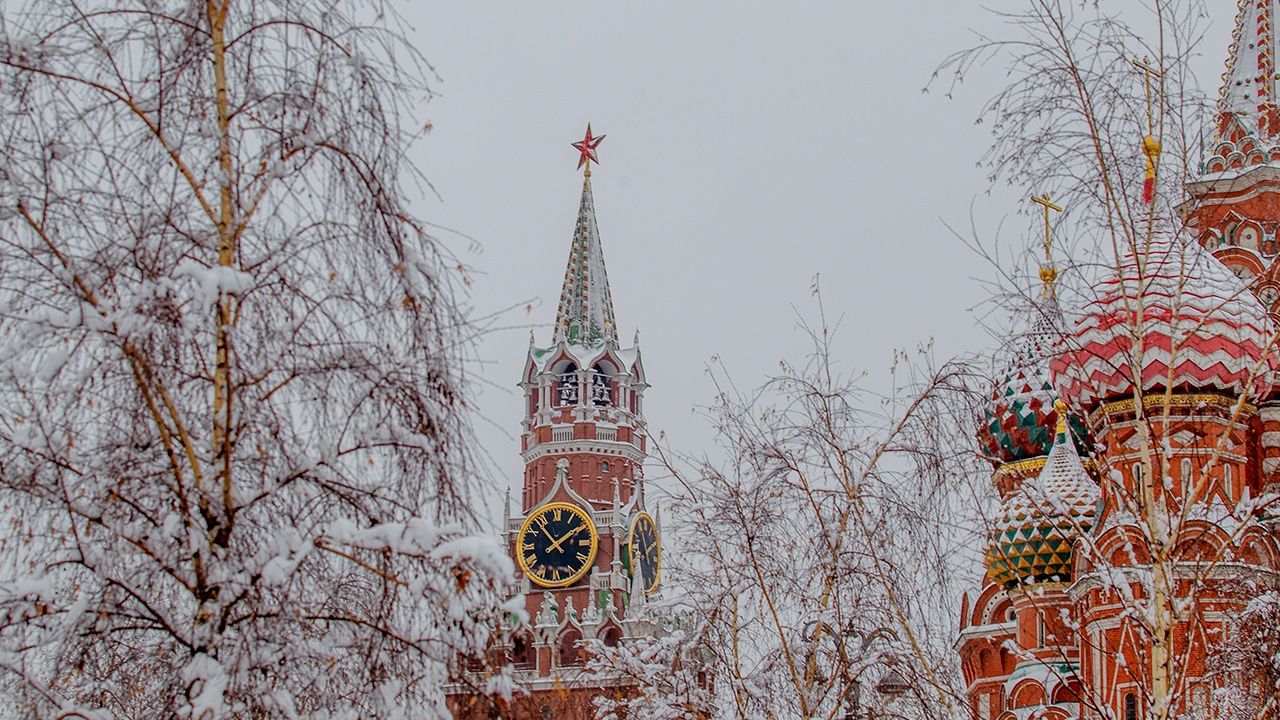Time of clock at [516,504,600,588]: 1:53
